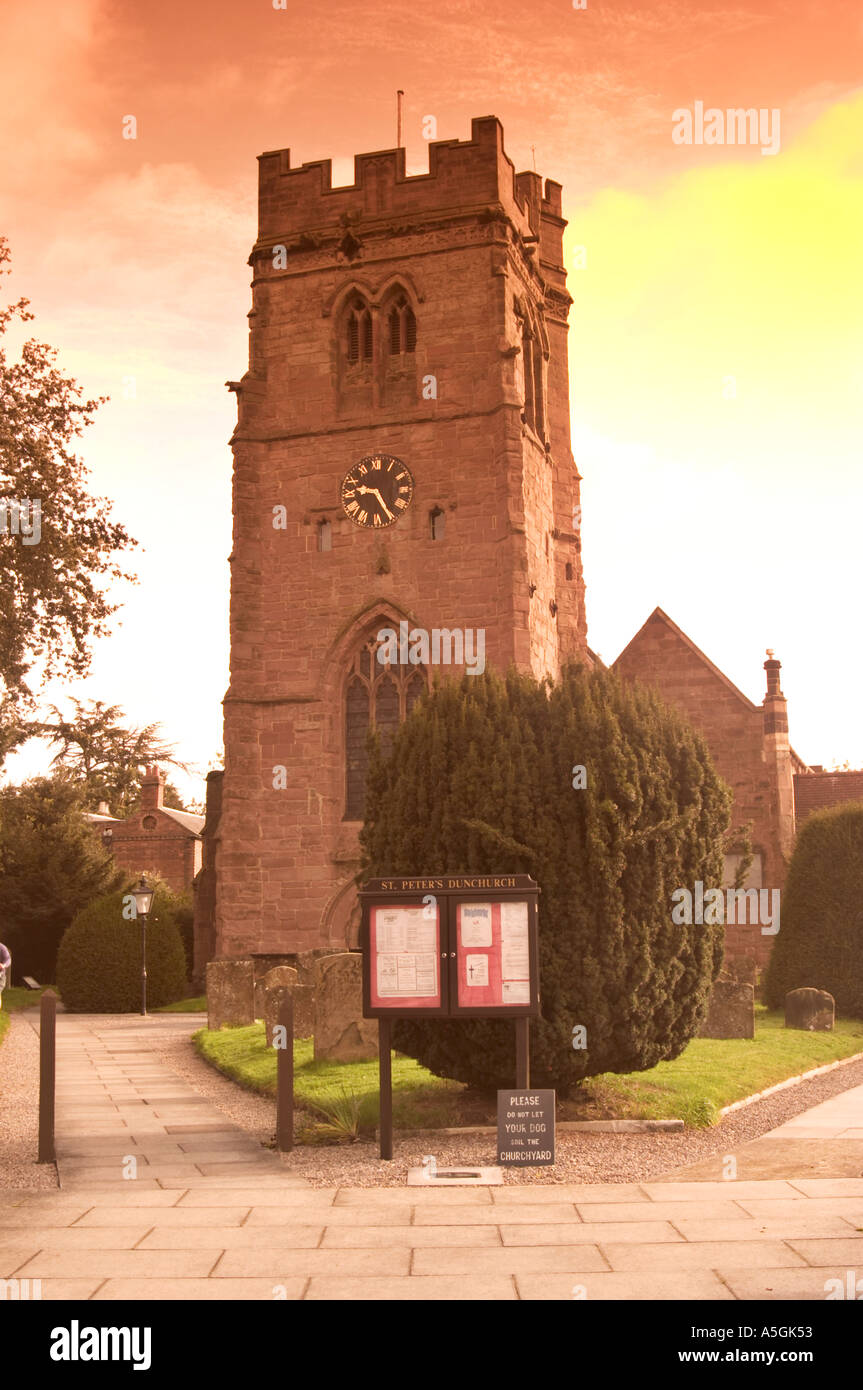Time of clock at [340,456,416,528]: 9:25
